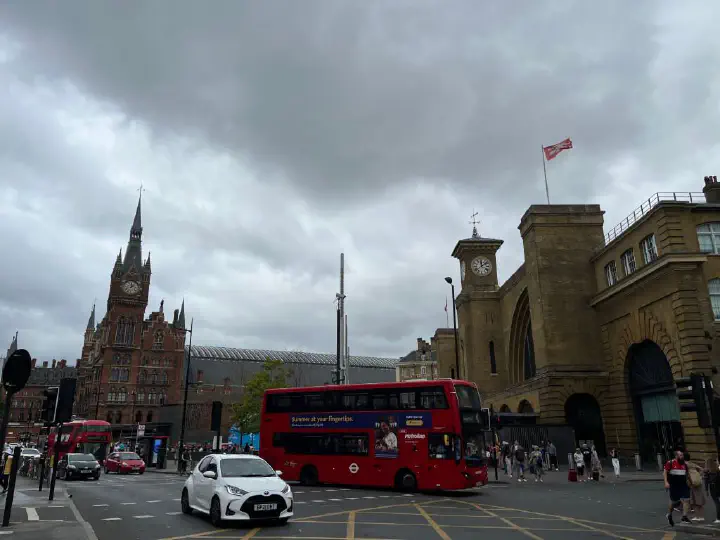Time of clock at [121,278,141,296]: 12:07
